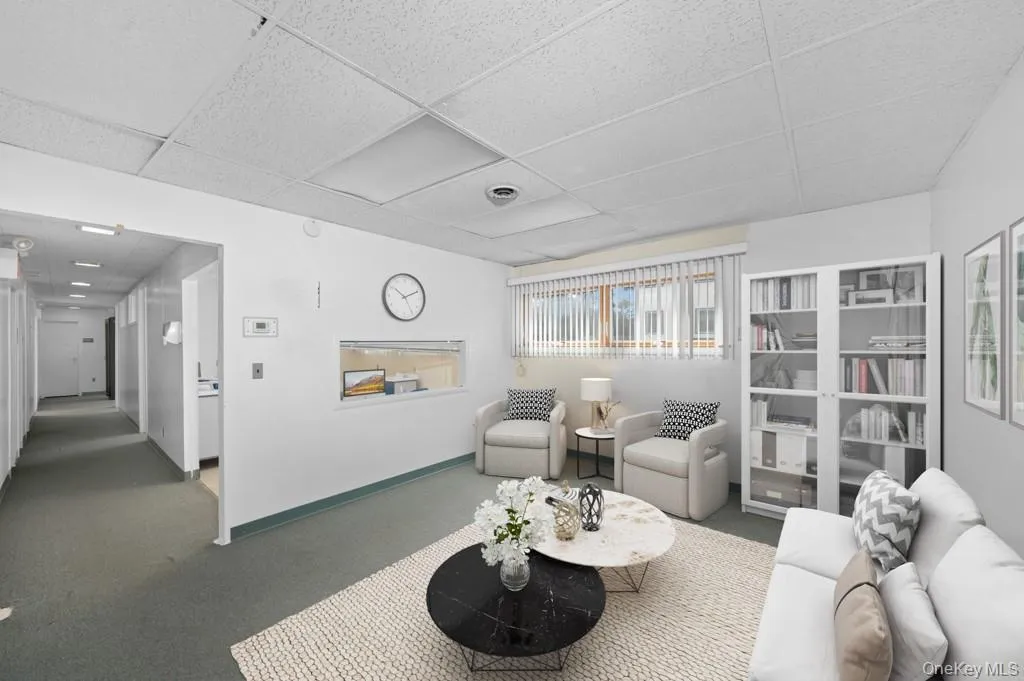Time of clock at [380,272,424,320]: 10:11
